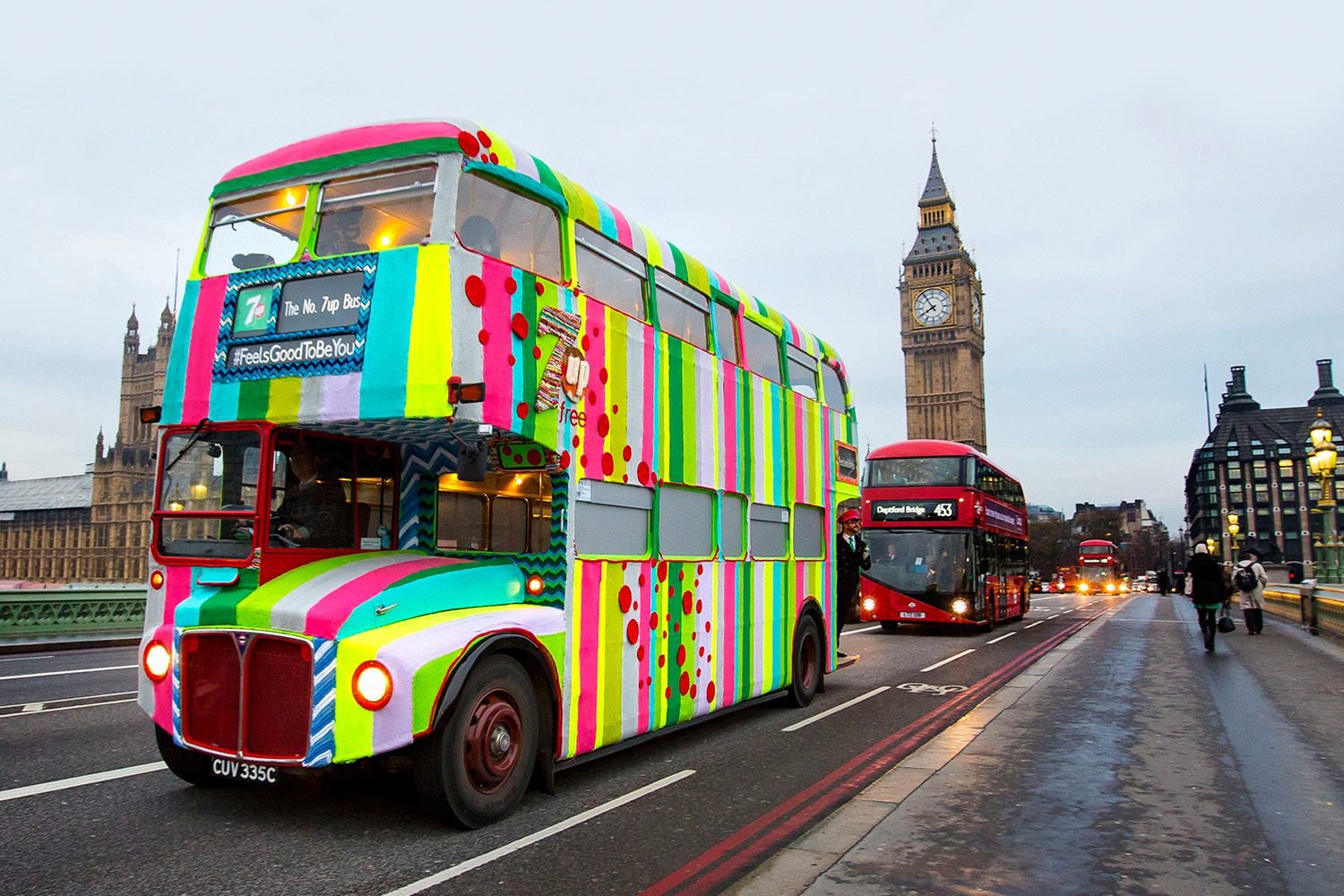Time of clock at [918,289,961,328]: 7:54
